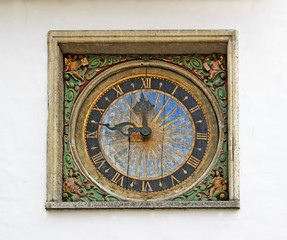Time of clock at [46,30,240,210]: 11:46
